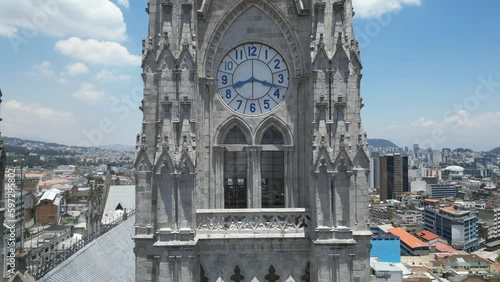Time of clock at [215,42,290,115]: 8:18
